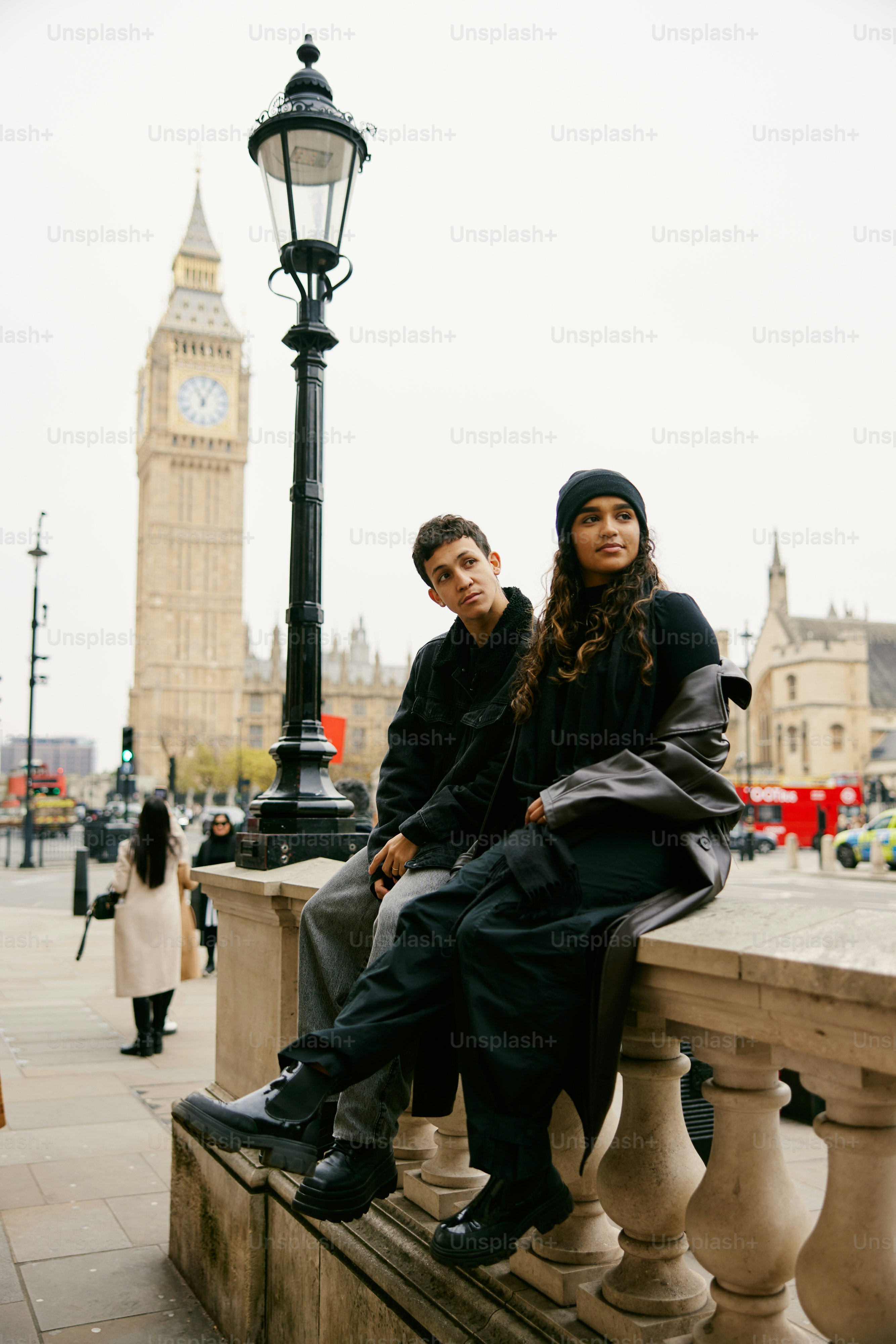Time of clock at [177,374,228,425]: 11:04
